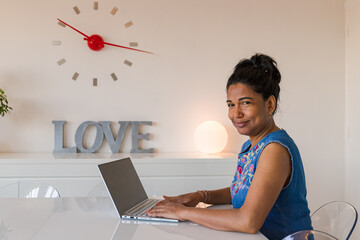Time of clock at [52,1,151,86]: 10:16
